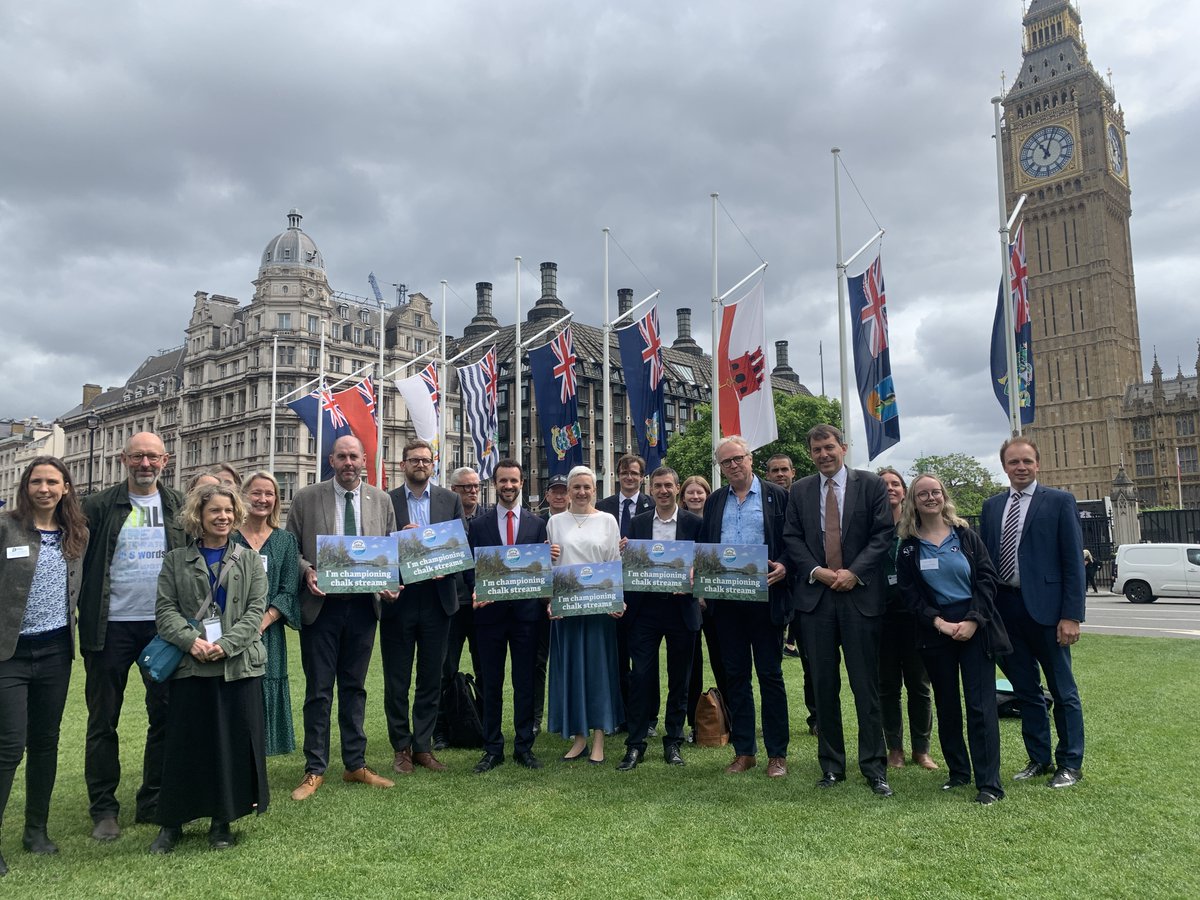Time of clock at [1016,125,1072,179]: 11:03
